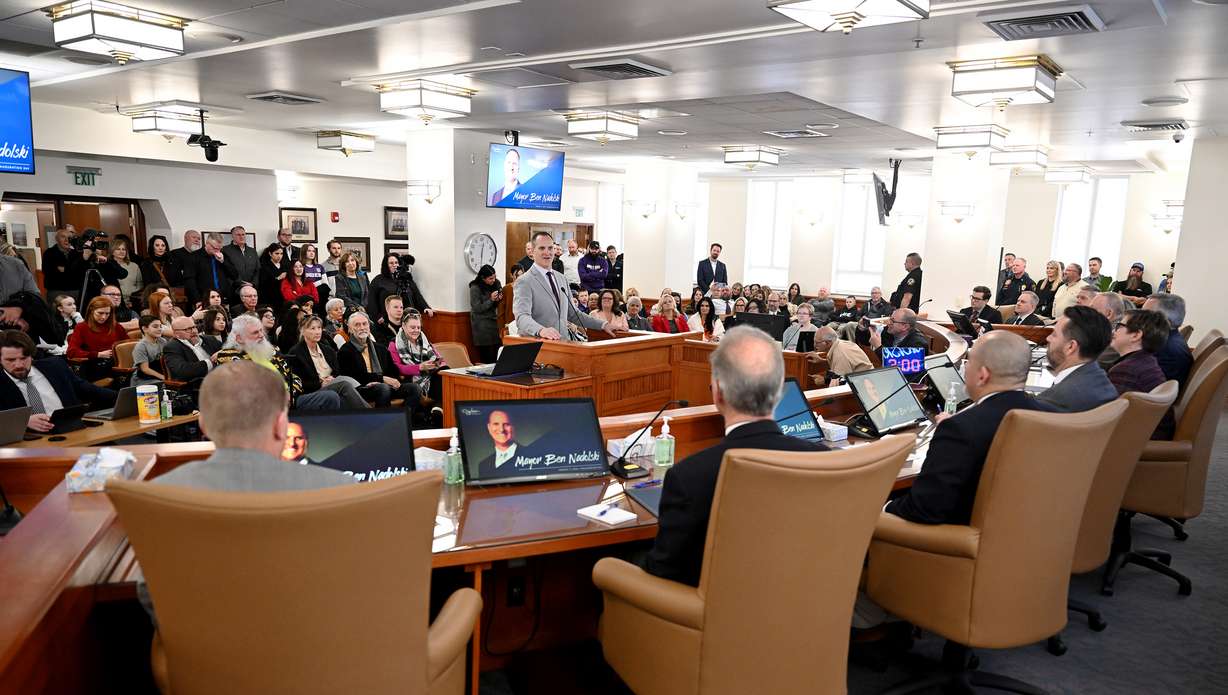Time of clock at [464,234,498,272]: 12:30
